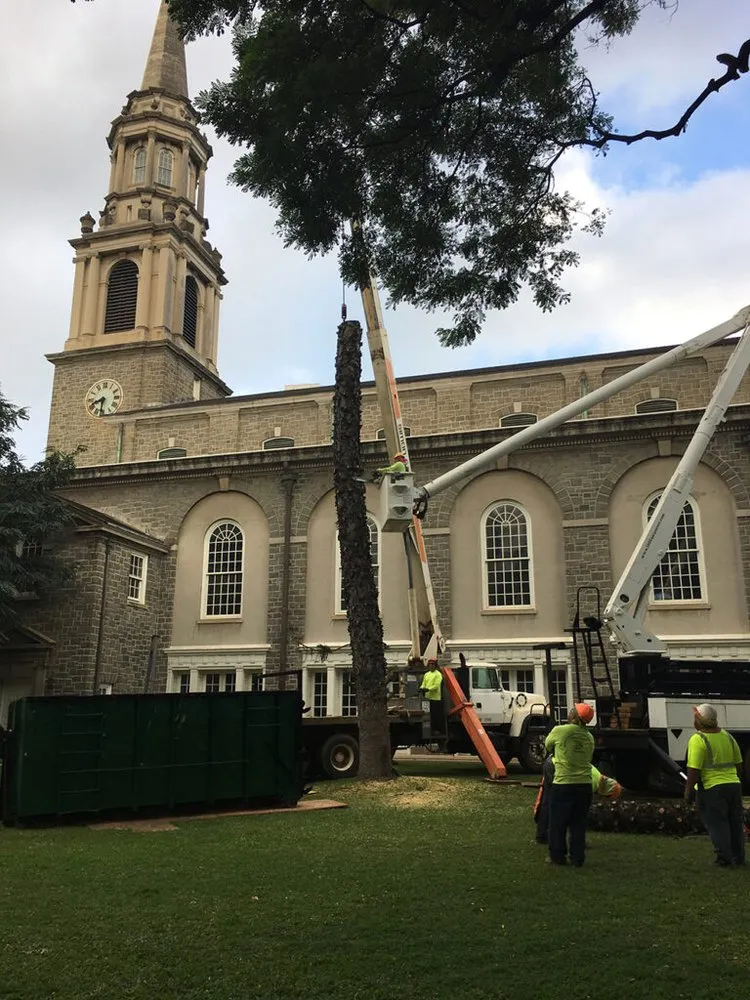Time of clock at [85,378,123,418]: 8:31
